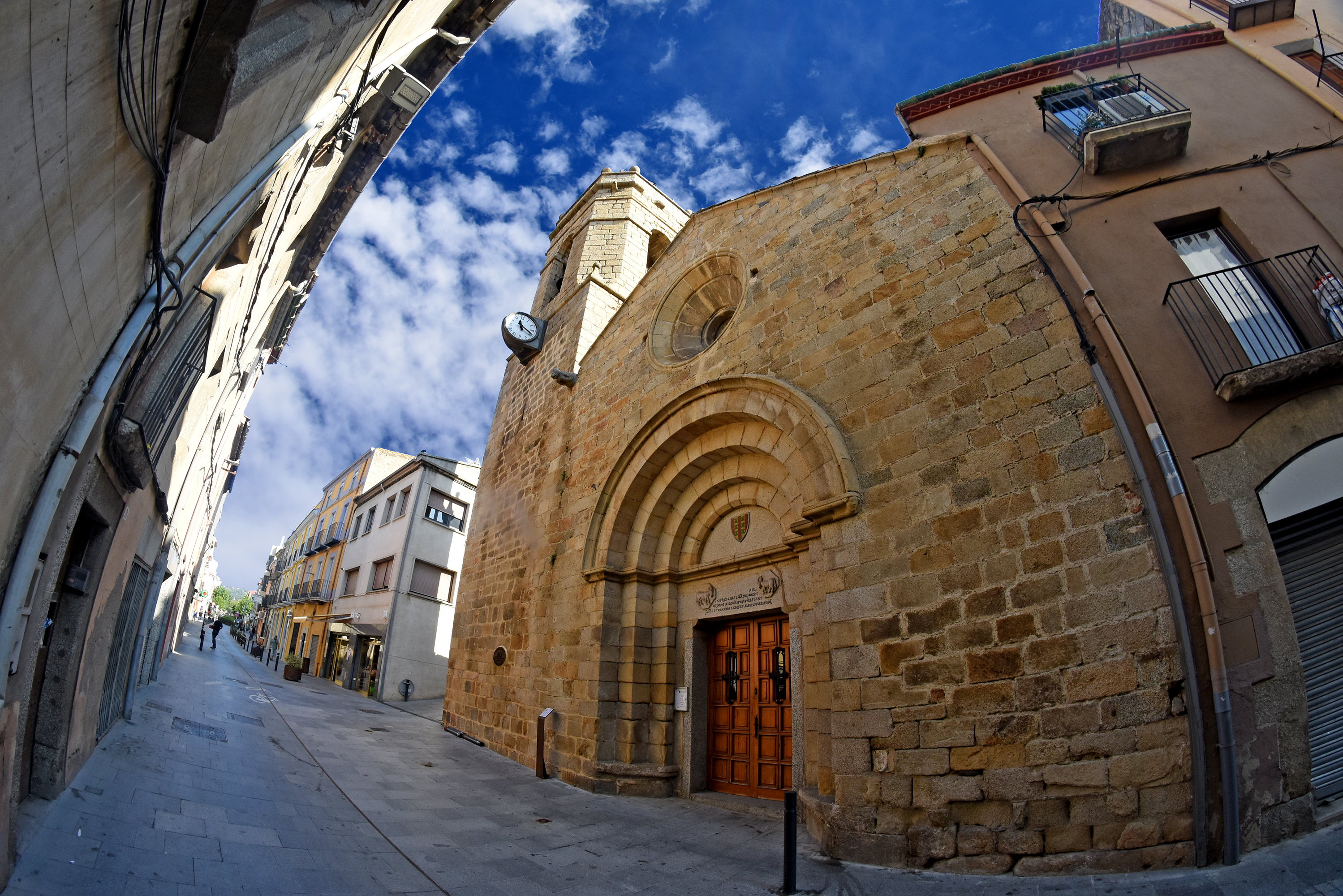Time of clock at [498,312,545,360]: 11:19
